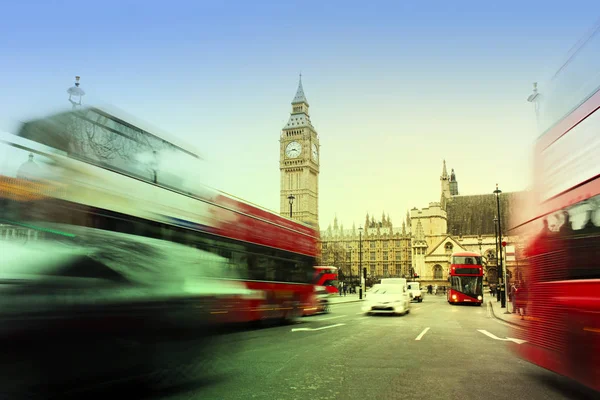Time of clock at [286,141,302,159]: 3:43
